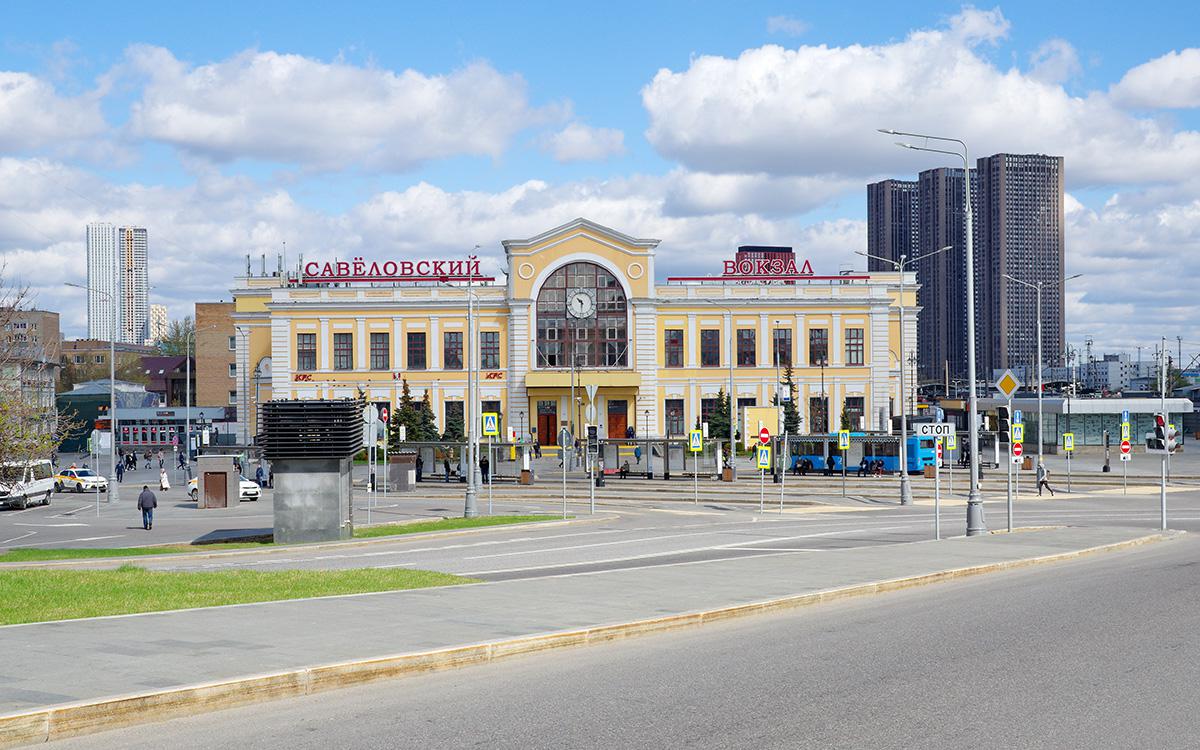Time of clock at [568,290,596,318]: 10:30
